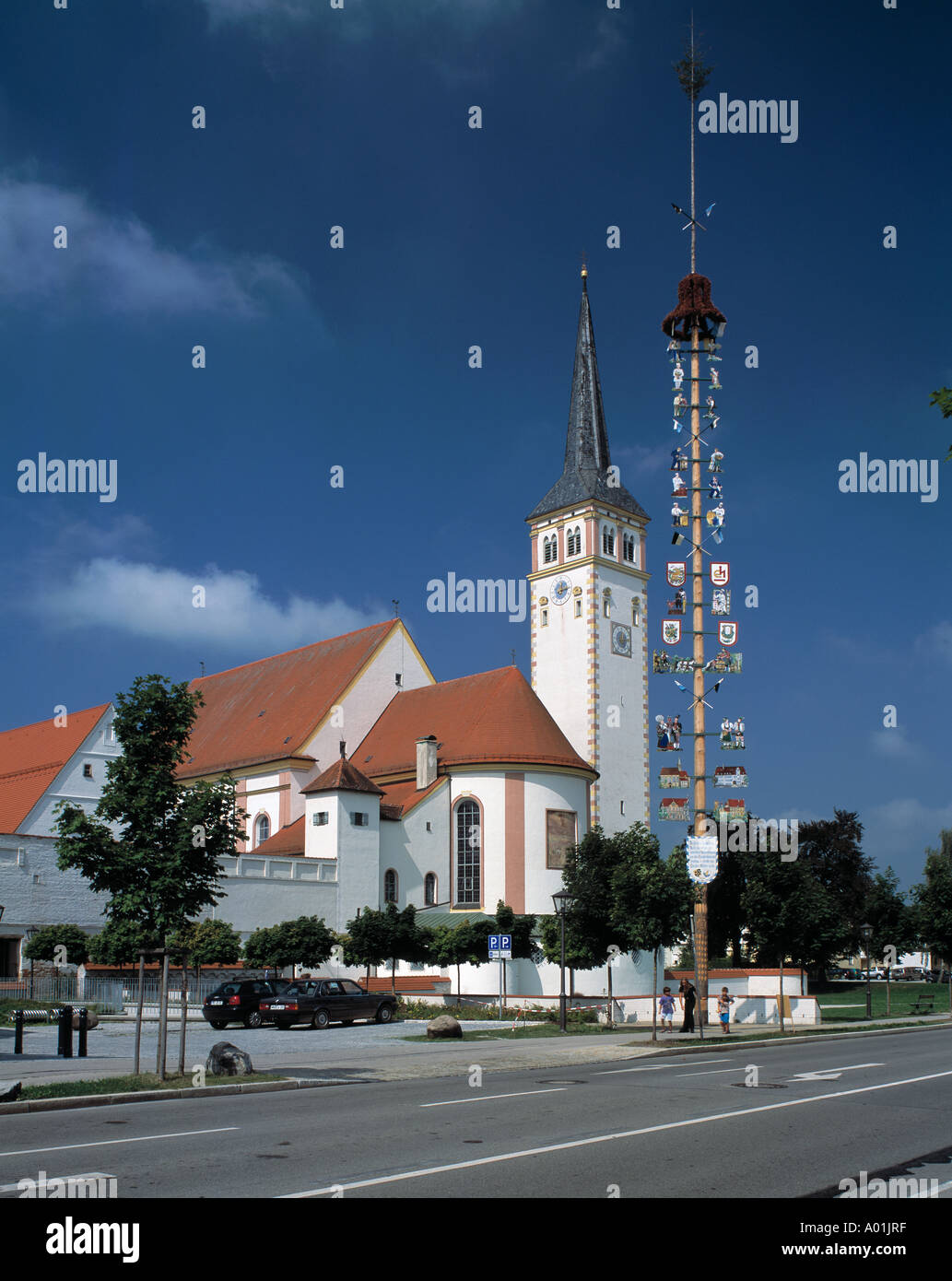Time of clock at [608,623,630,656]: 12:13
